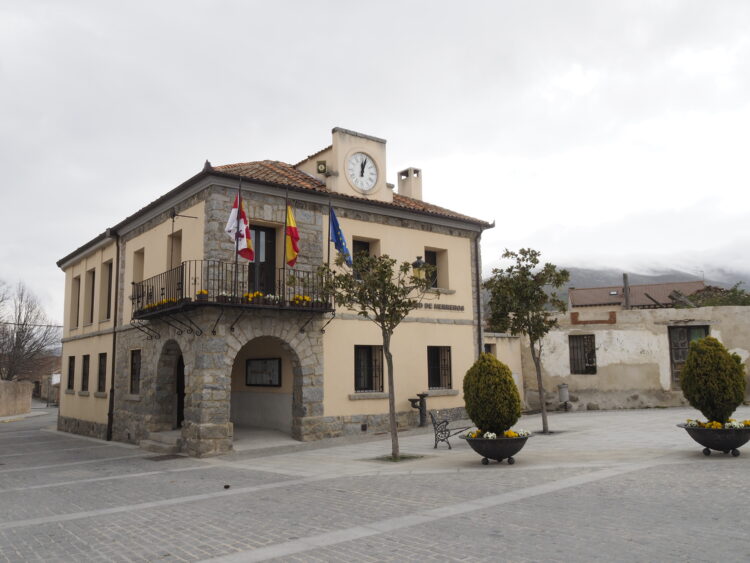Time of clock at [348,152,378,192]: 12:03
